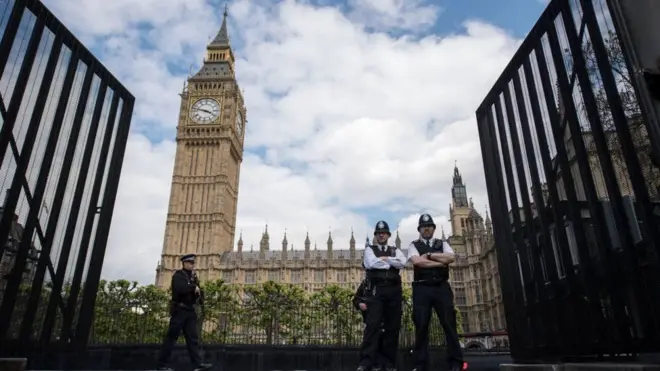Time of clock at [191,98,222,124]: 3:47
